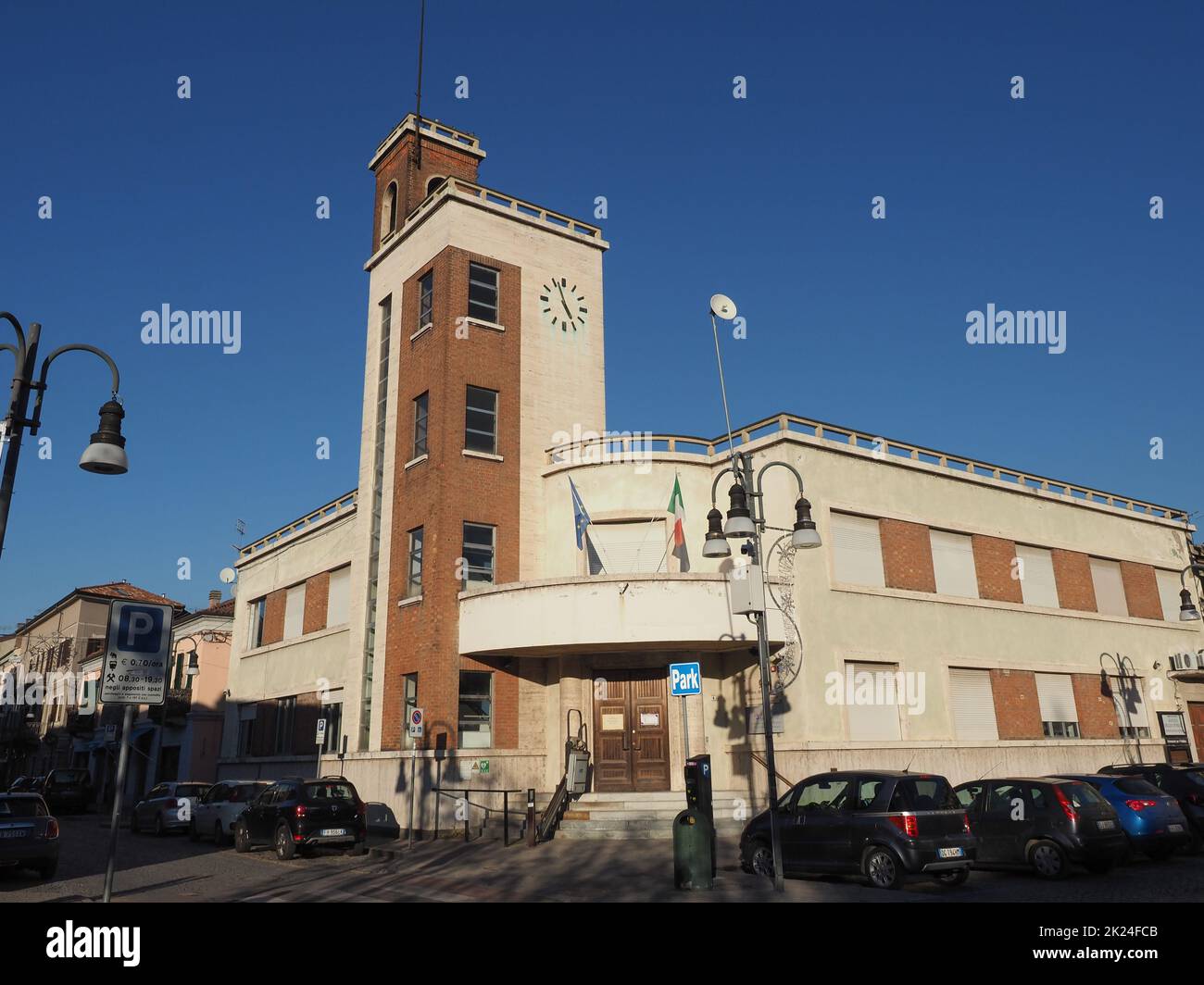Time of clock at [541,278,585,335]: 4:56
